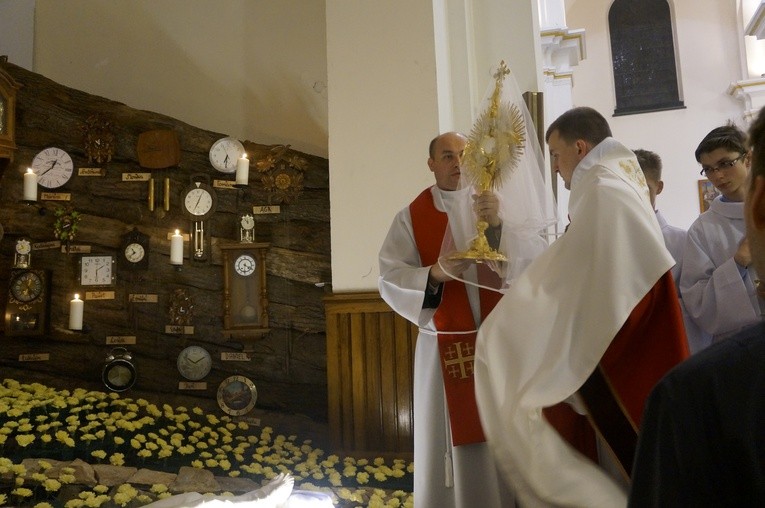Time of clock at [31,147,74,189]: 12:37
